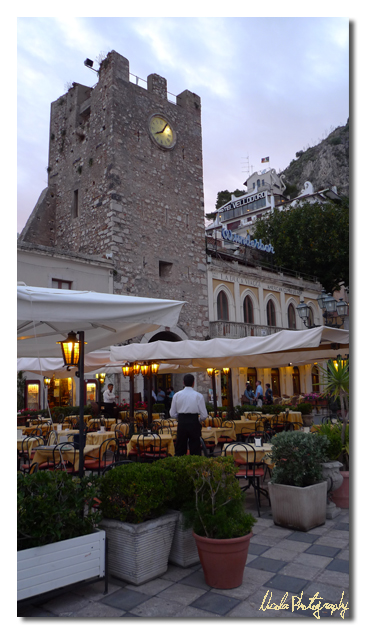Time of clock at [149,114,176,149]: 8:06
